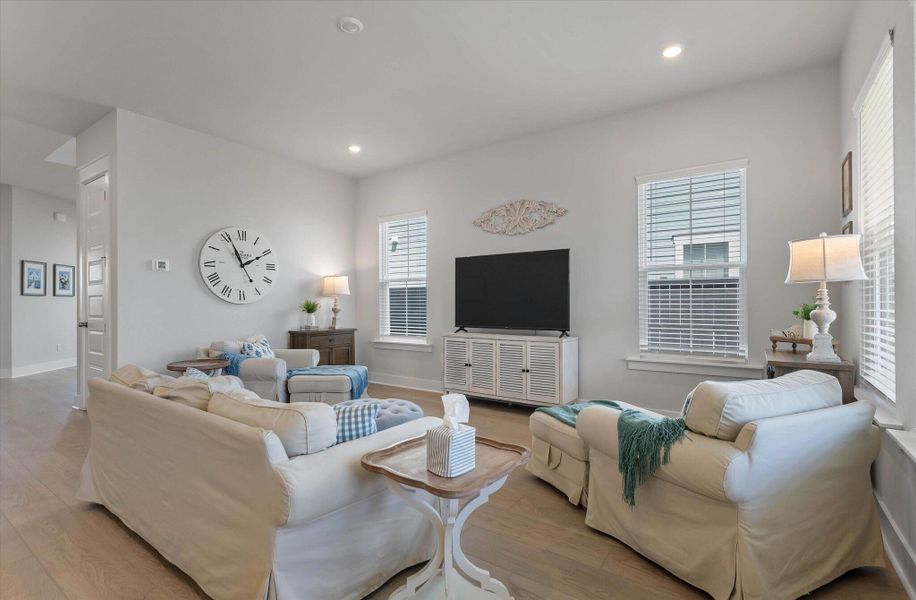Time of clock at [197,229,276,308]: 1:56
